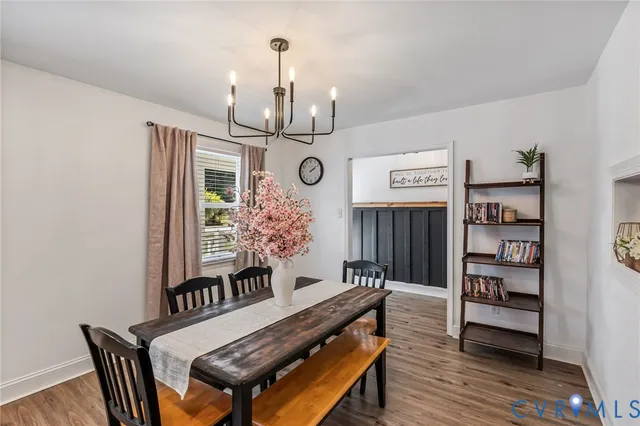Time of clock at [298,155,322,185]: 2:09
